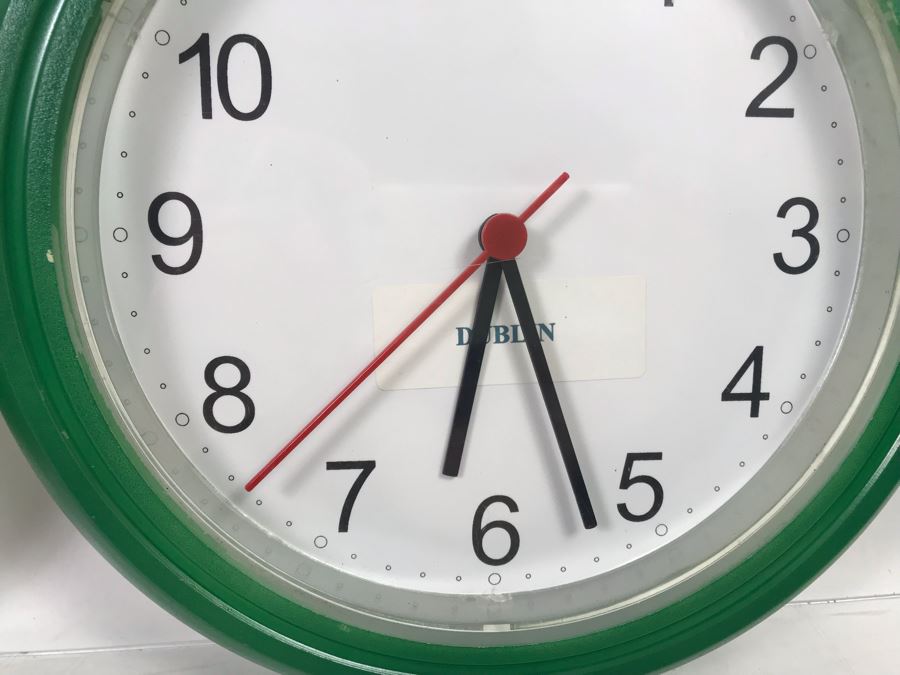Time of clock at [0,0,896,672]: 6:26
